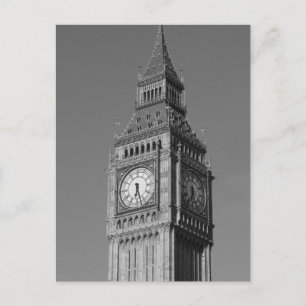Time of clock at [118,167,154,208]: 6:27
